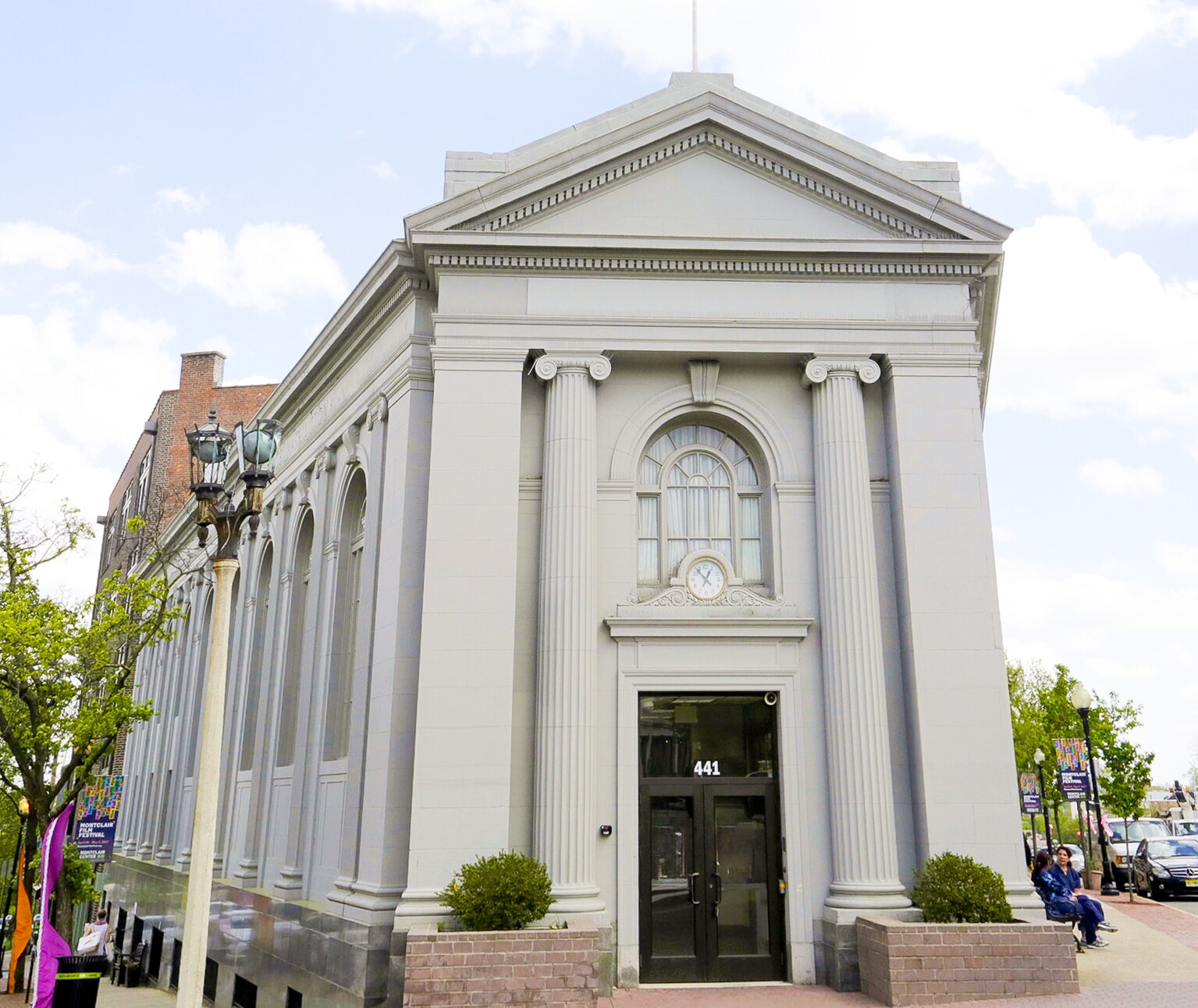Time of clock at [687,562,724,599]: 12:53
